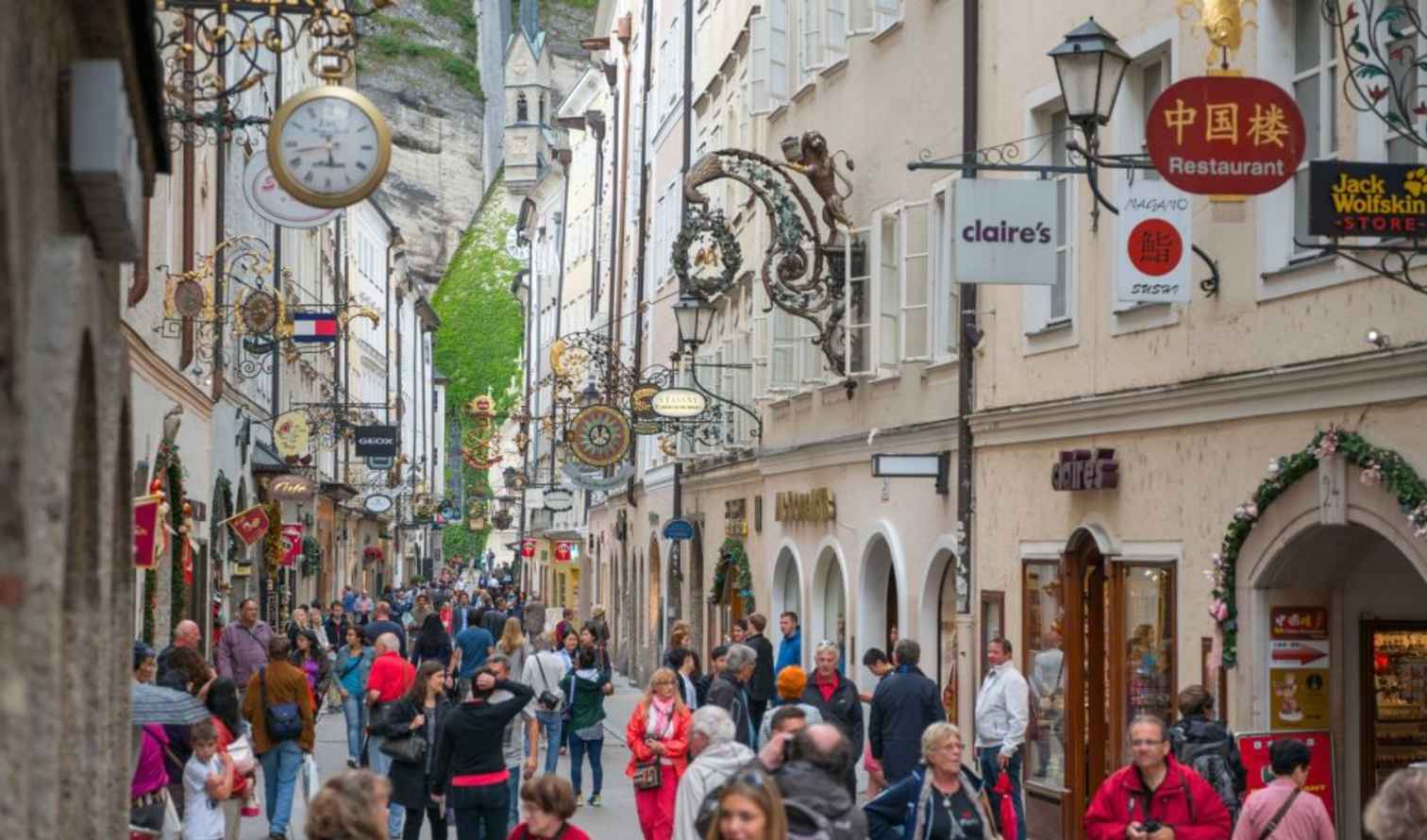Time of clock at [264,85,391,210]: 5:42
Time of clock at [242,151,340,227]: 5:42
